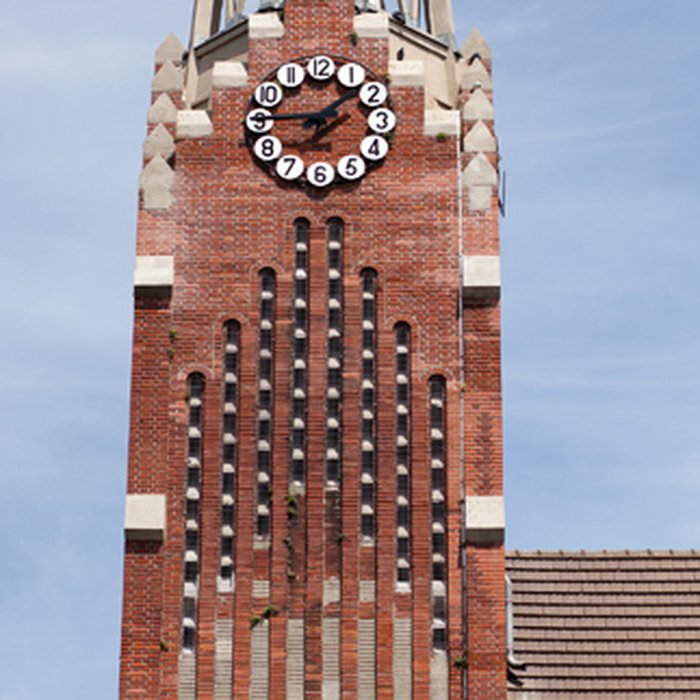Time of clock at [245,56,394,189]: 1:45
